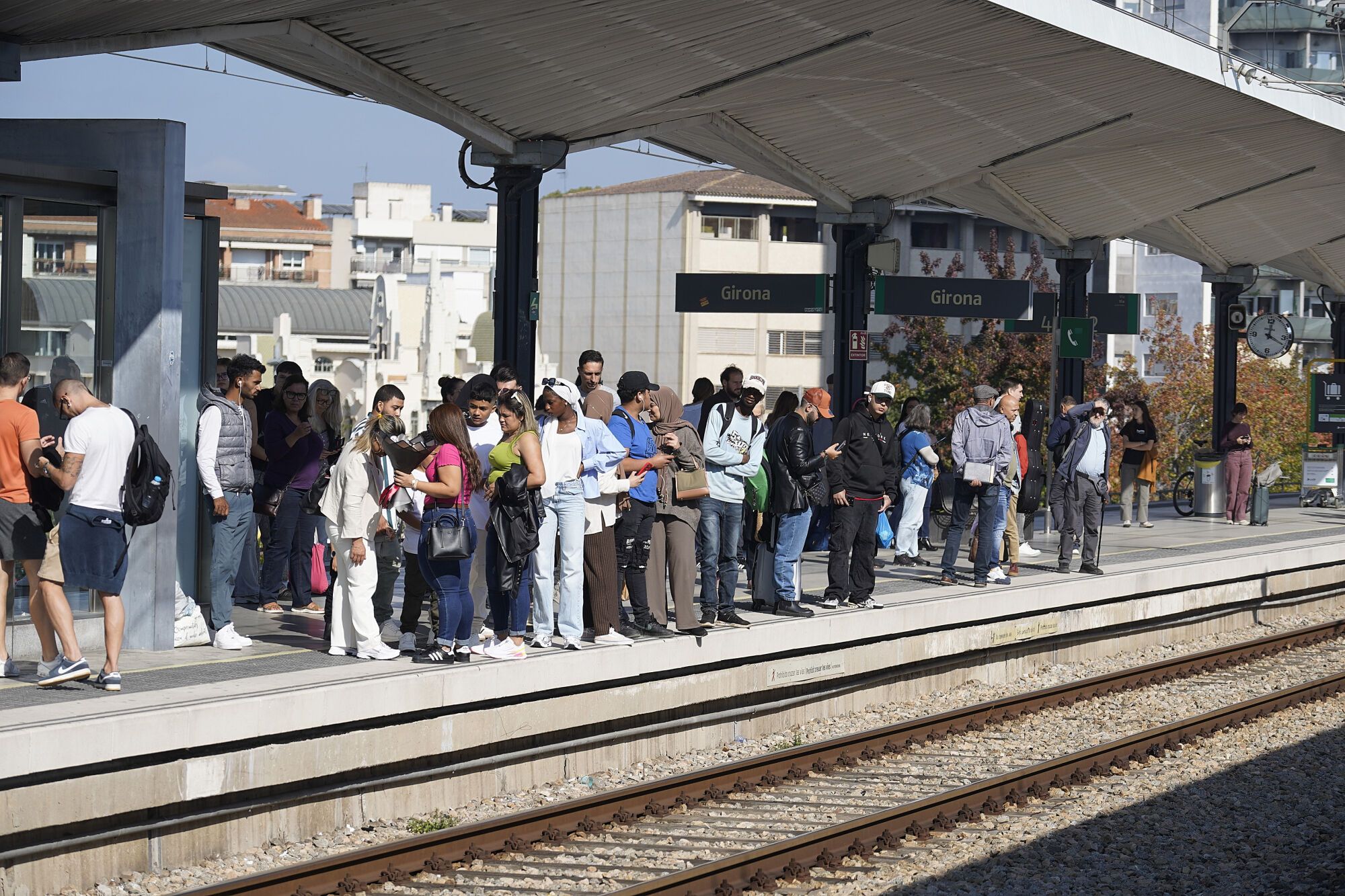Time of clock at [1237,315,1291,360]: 12:19
